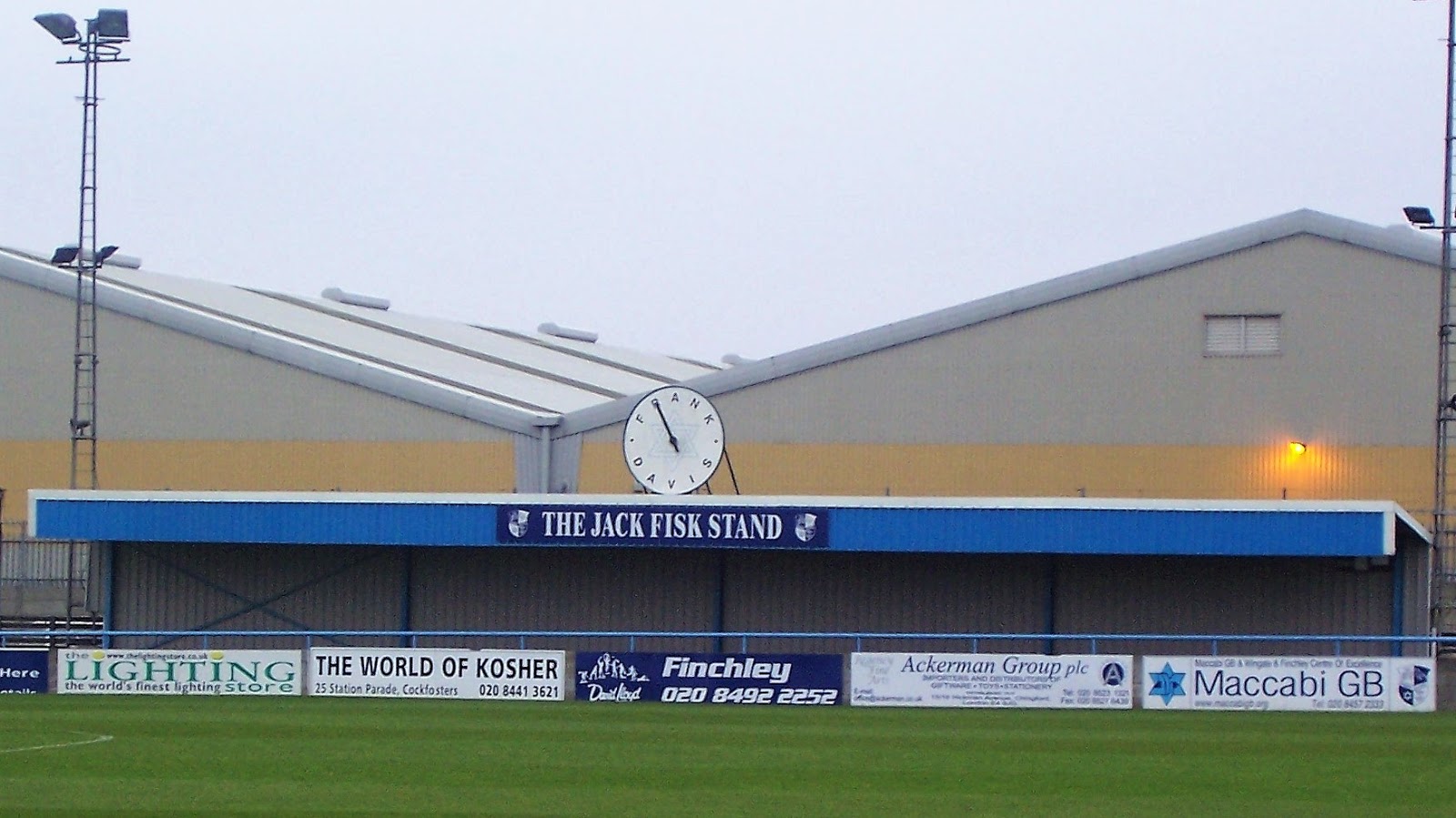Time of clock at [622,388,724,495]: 10:55
